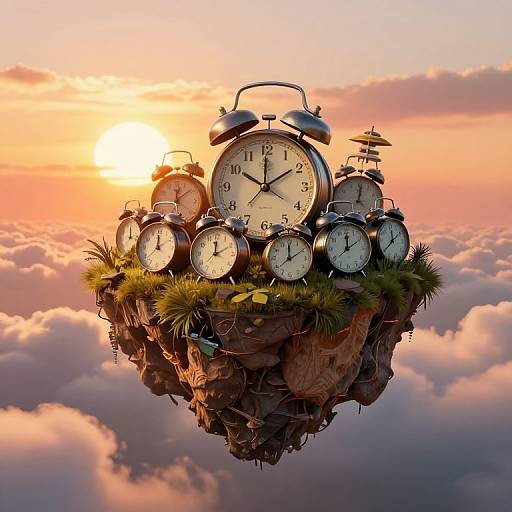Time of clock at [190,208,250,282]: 12:10
